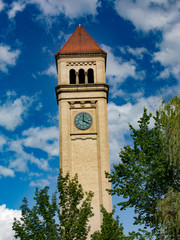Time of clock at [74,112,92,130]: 4:00
